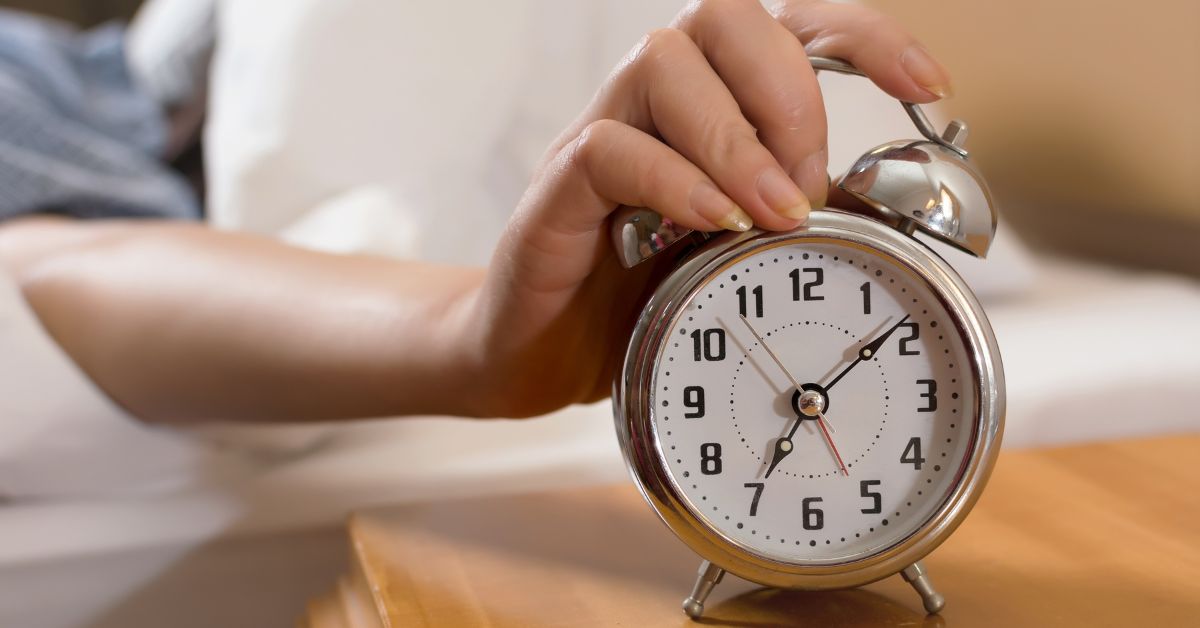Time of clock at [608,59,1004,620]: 7:08
